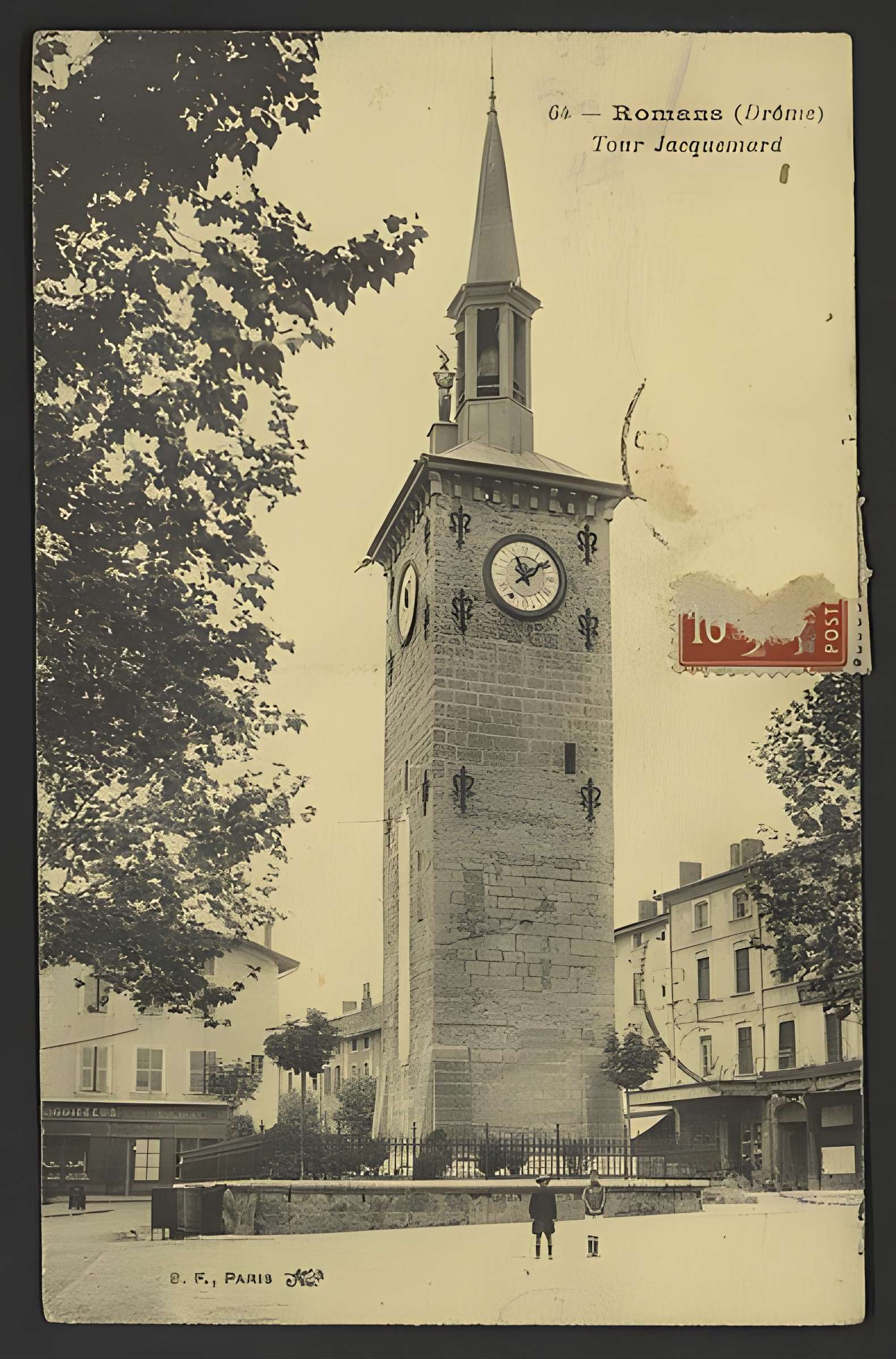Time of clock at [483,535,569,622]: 11:08
